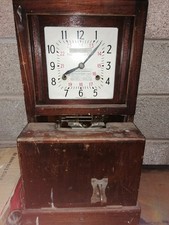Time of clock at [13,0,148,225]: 8:07
